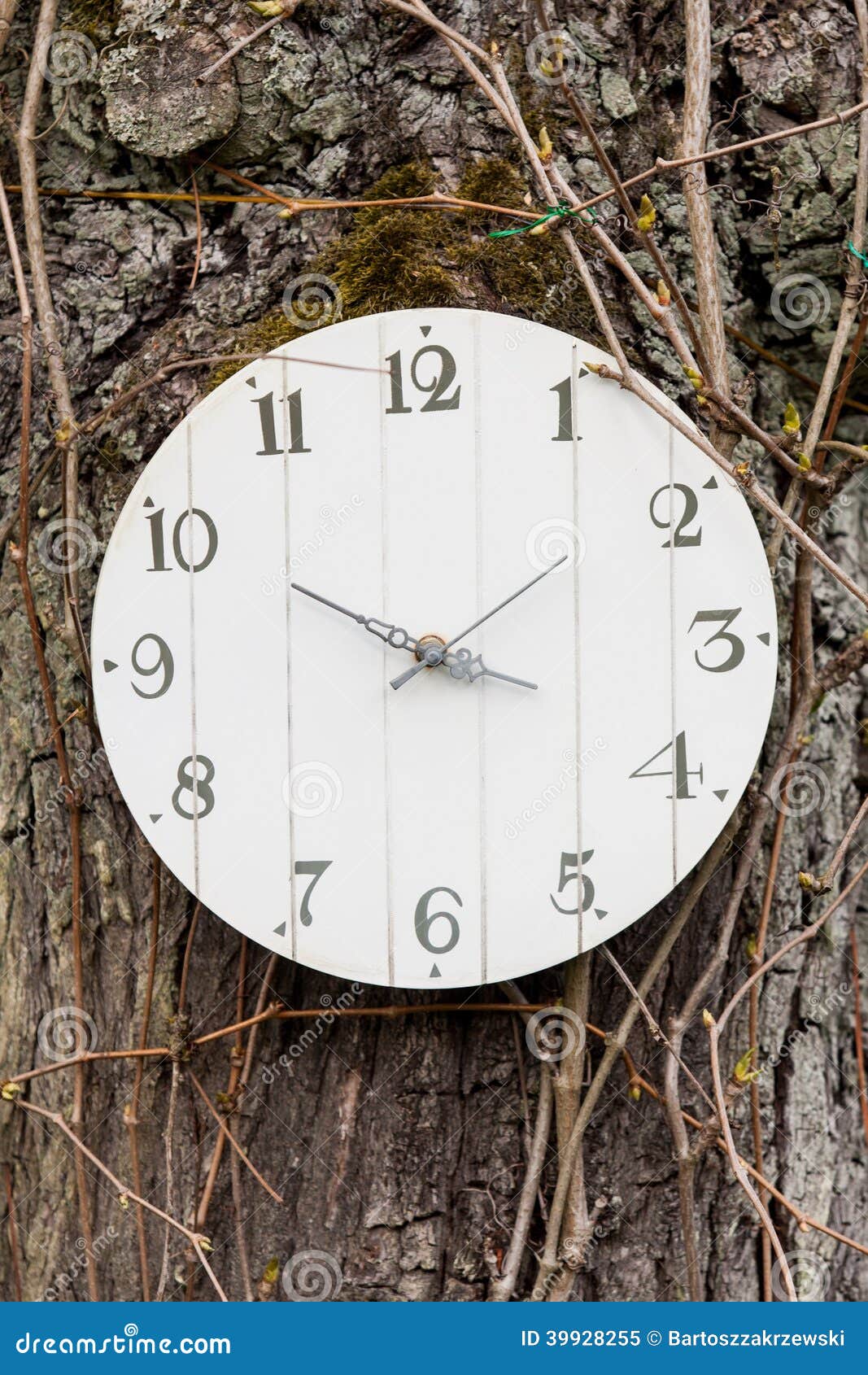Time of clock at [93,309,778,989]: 1:49
